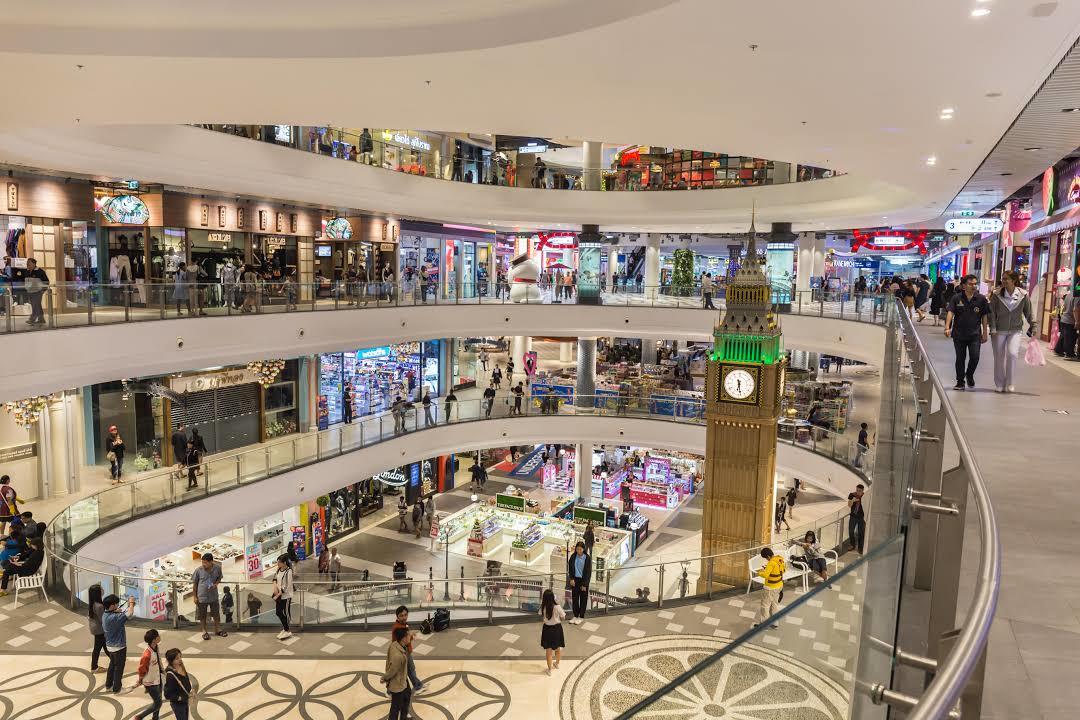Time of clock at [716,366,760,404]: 6:28
